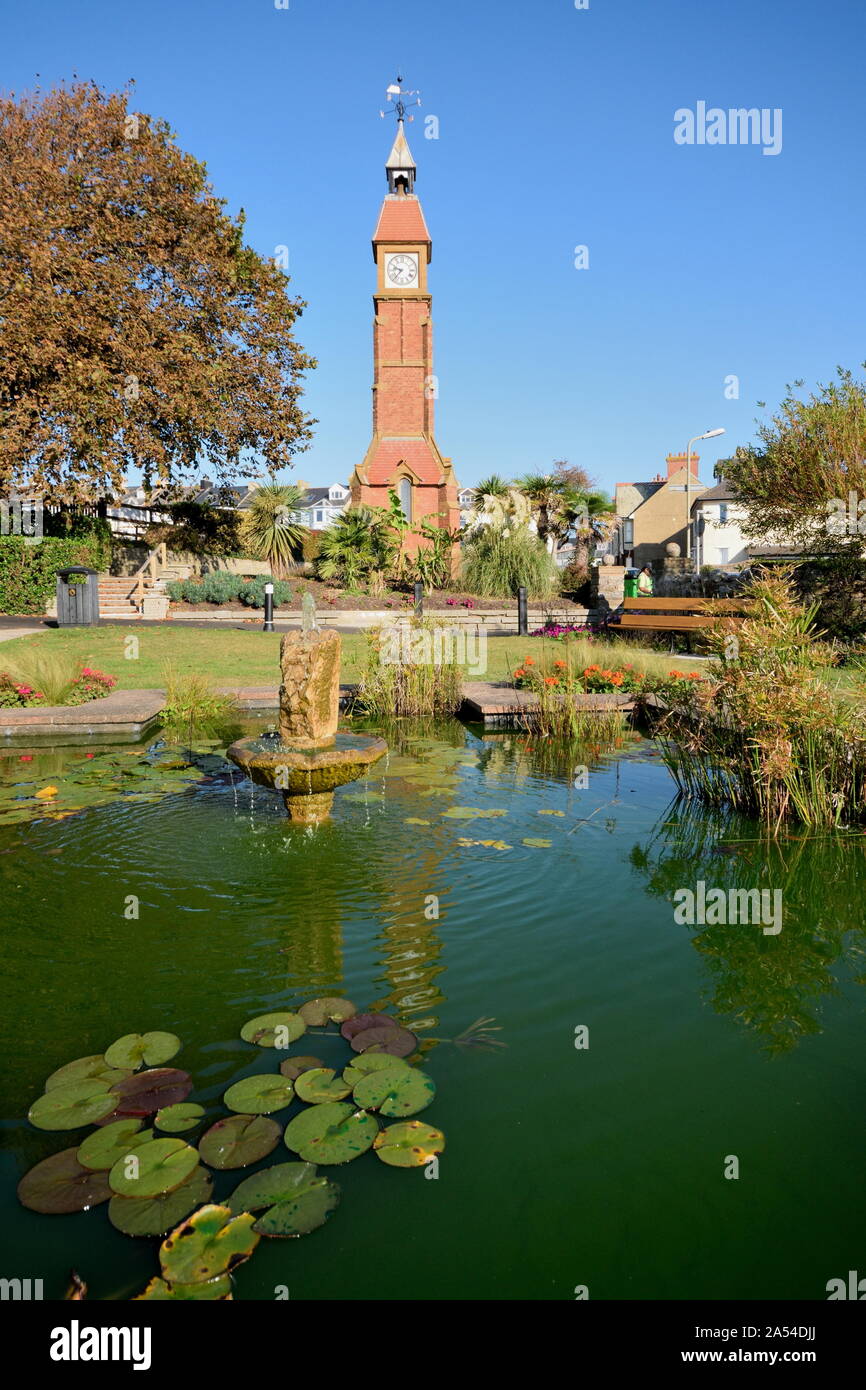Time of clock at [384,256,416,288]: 9:37
